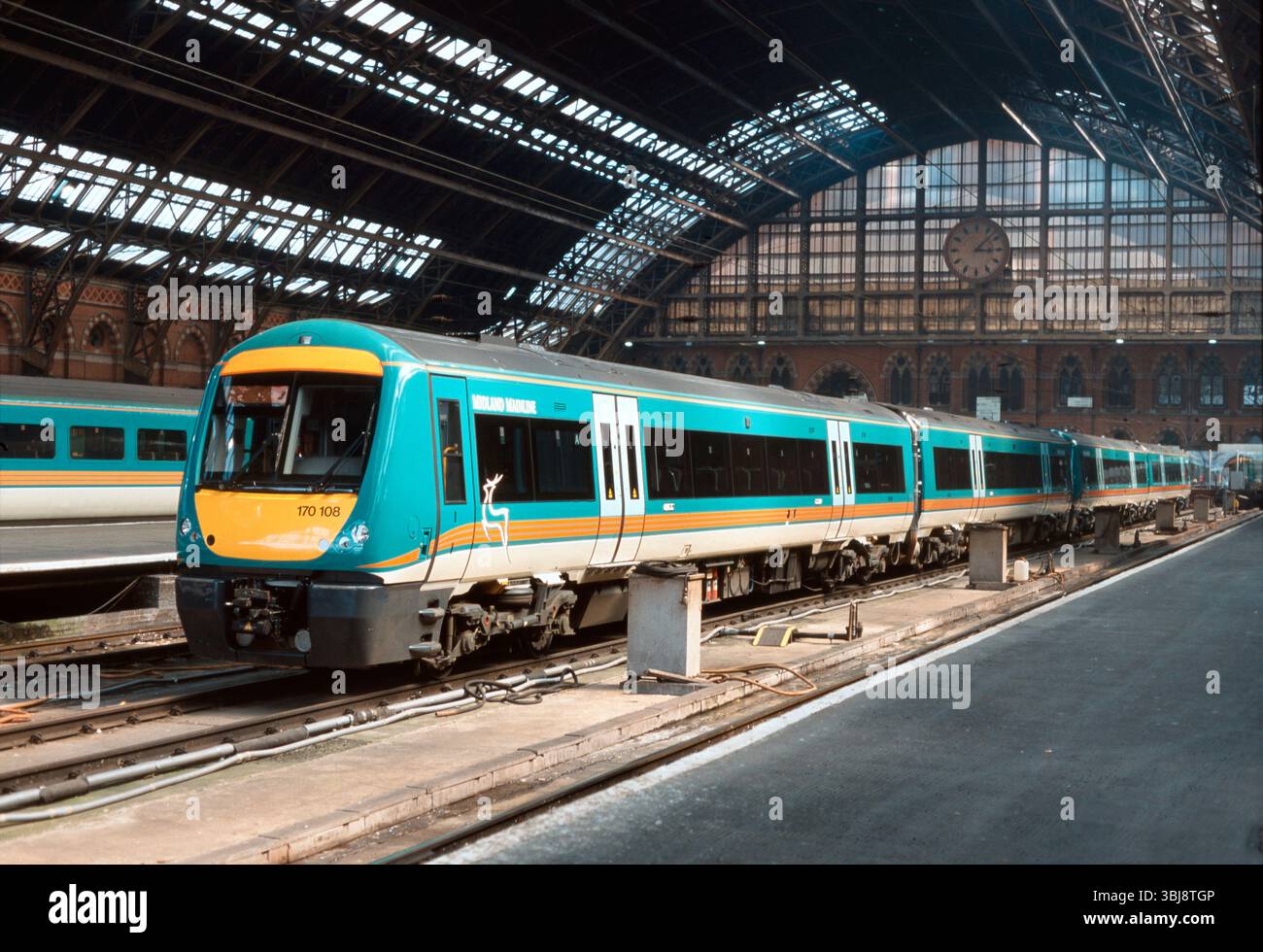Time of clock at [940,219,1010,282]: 3:07
